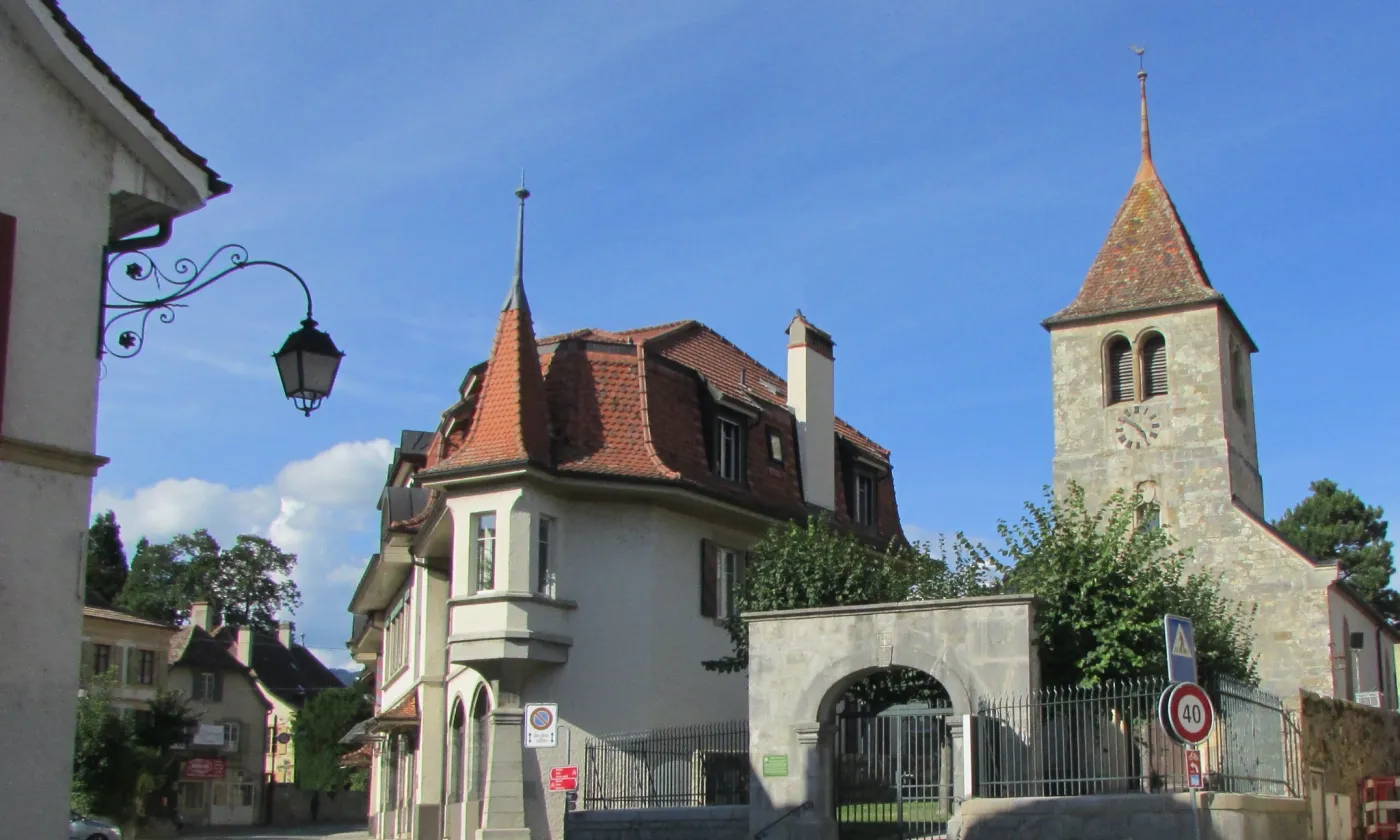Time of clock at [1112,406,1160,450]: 4:50
